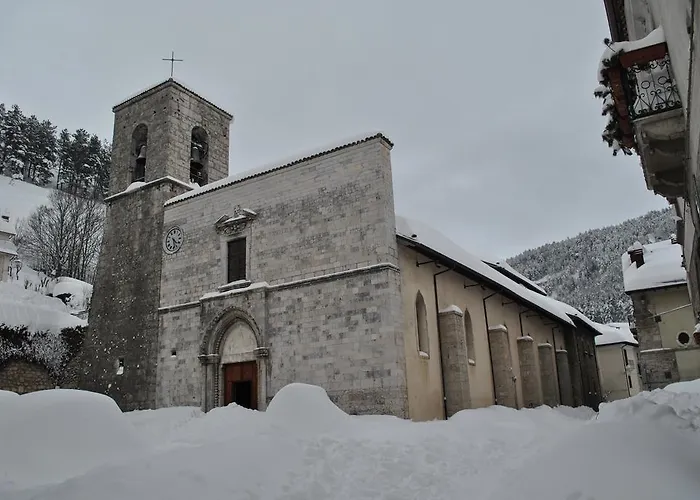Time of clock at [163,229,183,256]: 4:28
